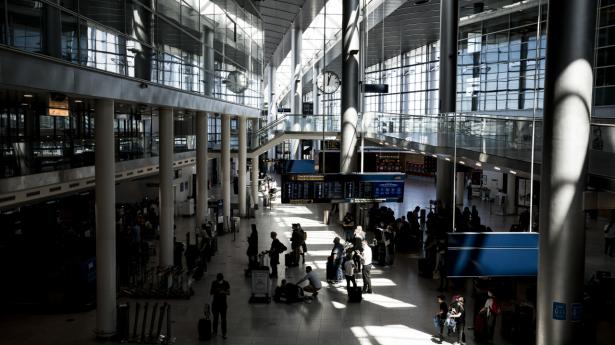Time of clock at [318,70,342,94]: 12:03
